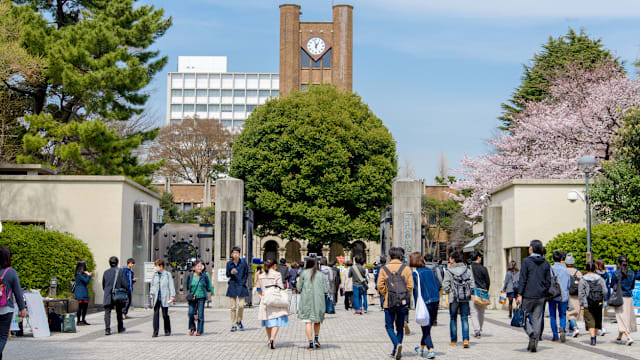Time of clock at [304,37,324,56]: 12:57
